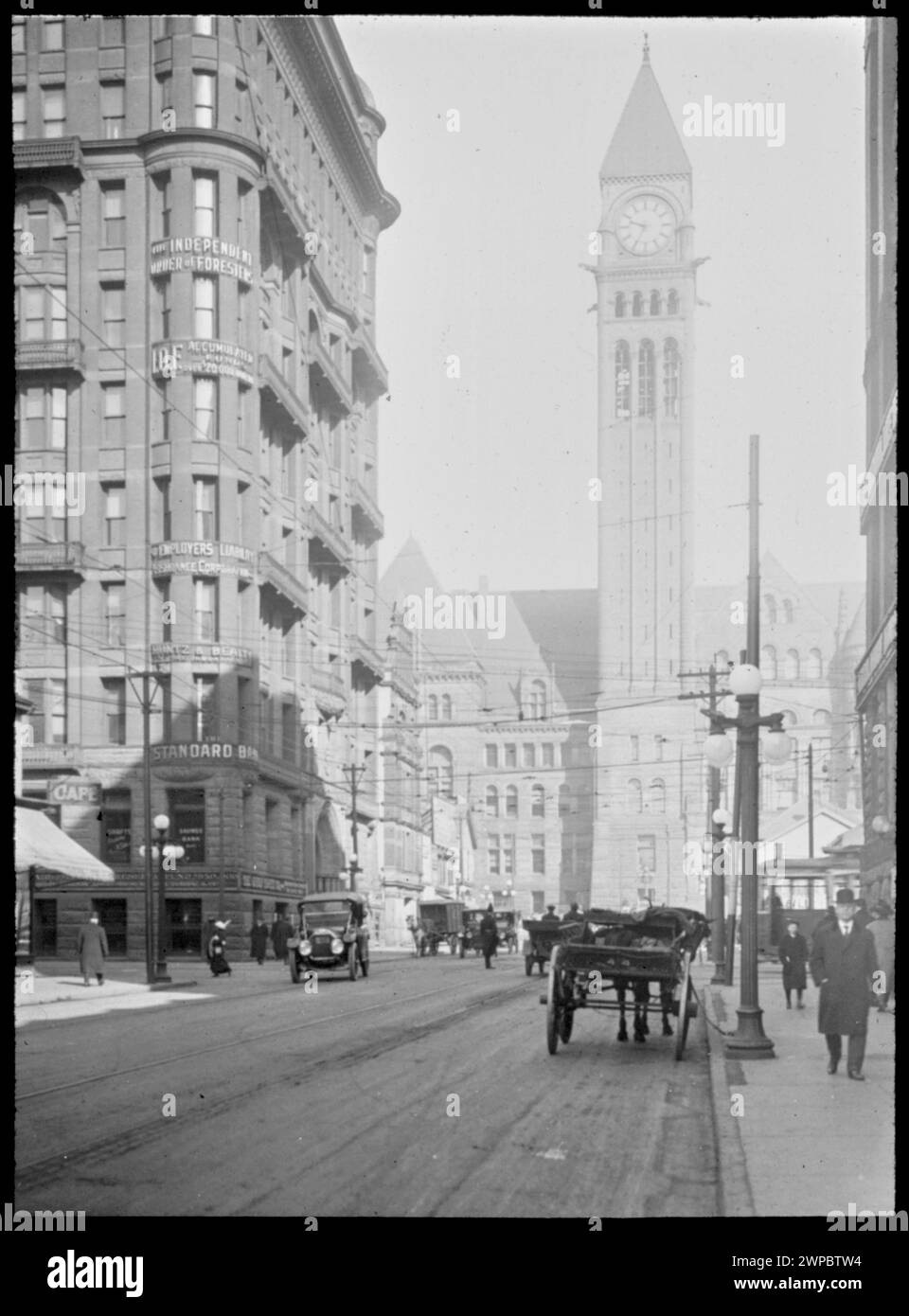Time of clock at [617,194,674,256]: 9:34
